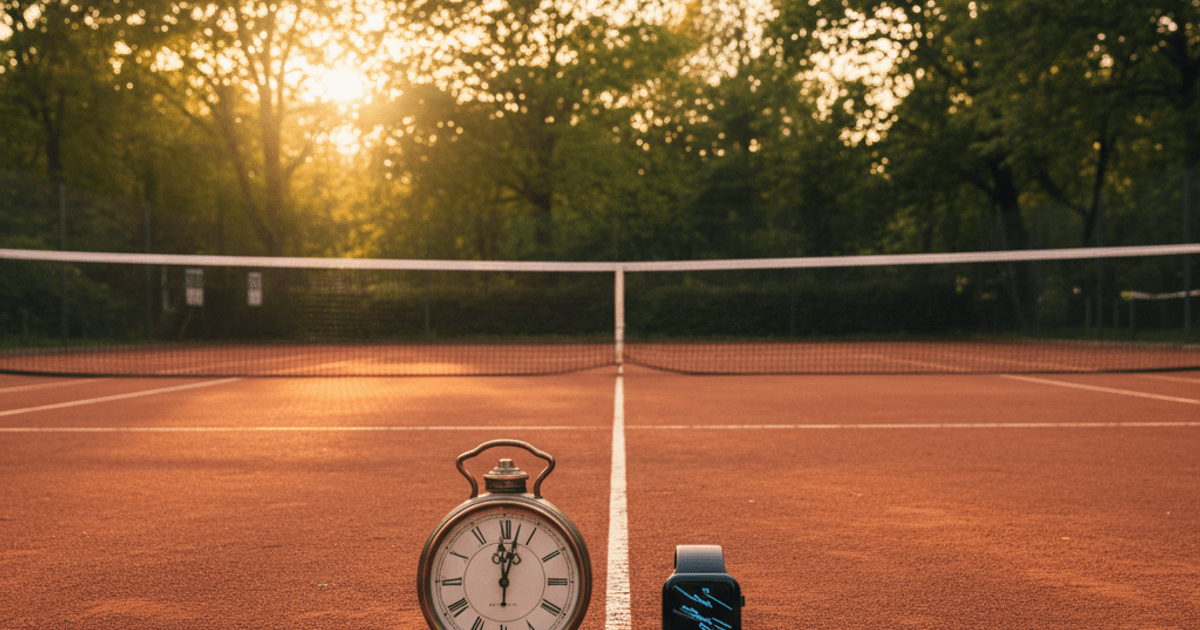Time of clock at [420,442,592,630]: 12:02
